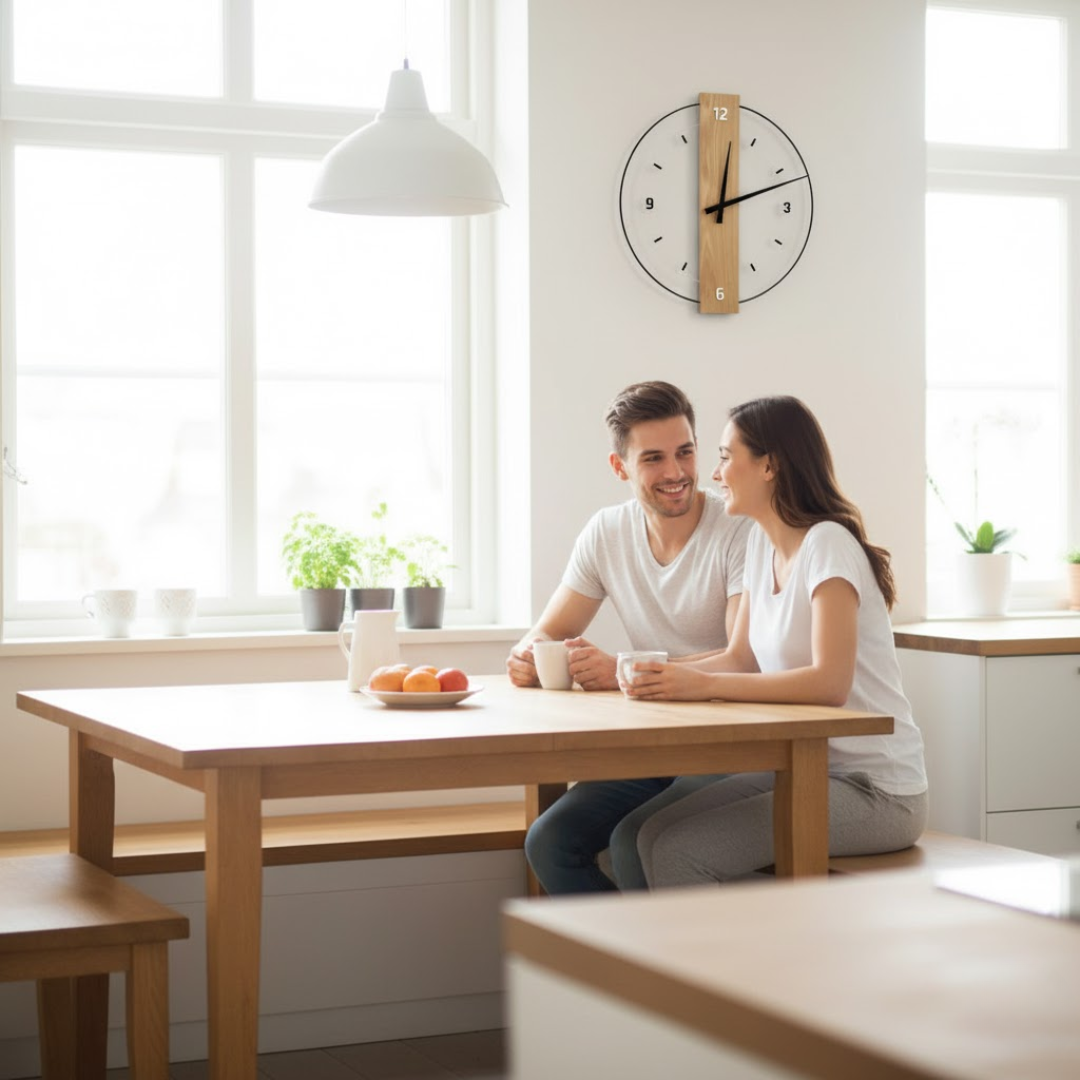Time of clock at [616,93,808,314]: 12:11
